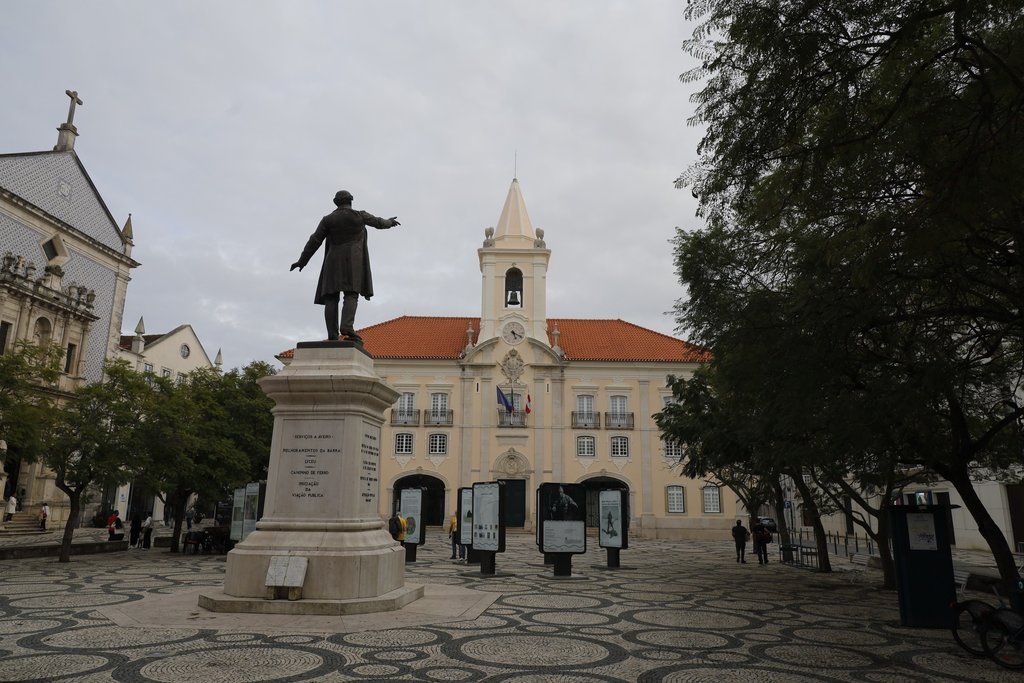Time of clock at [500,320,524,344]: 5:18
